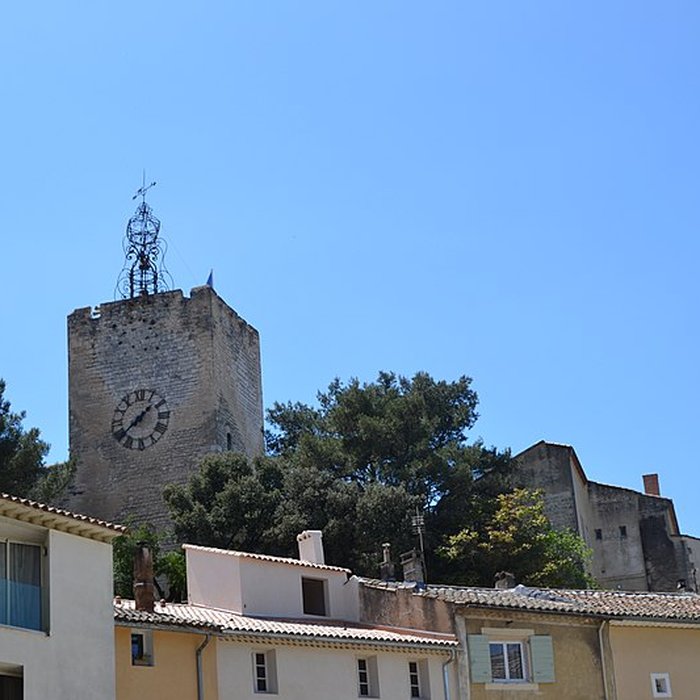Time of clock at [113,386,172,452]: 1:38
